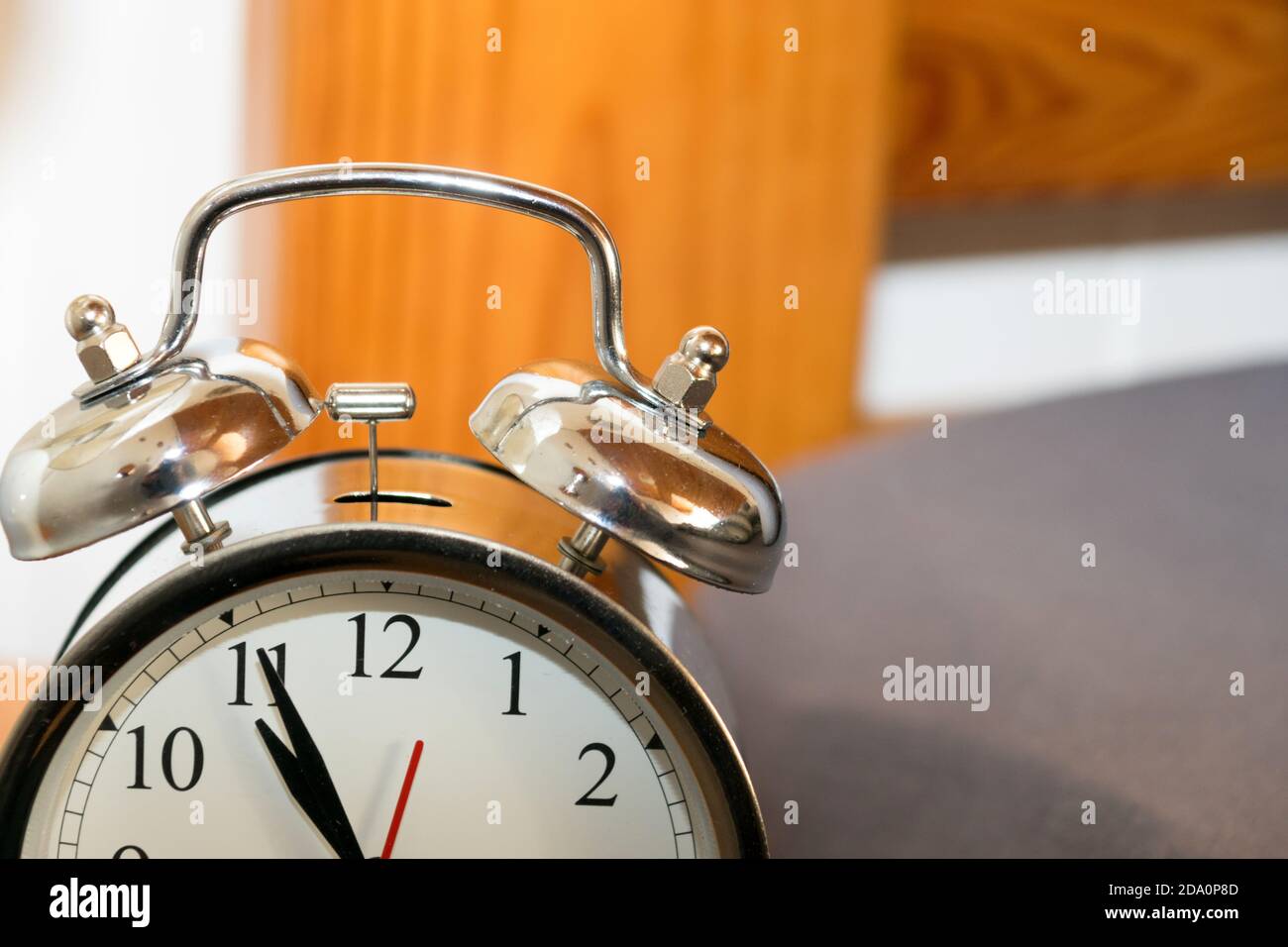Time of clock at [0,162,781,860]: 10:55
